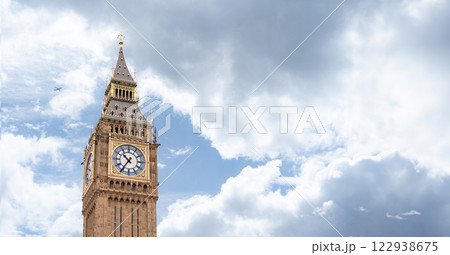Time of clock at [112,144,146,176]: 10:35
